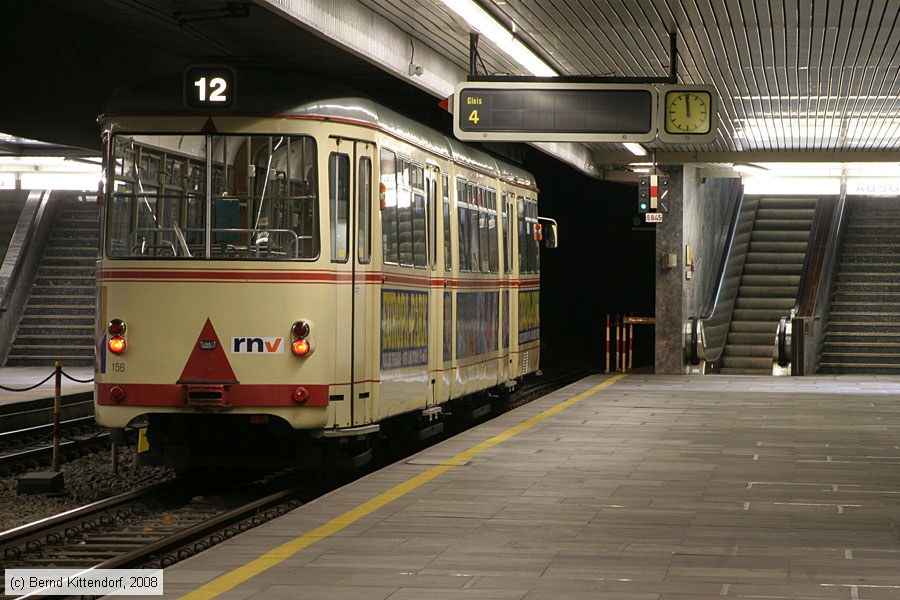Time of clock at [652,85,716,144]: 11:59
